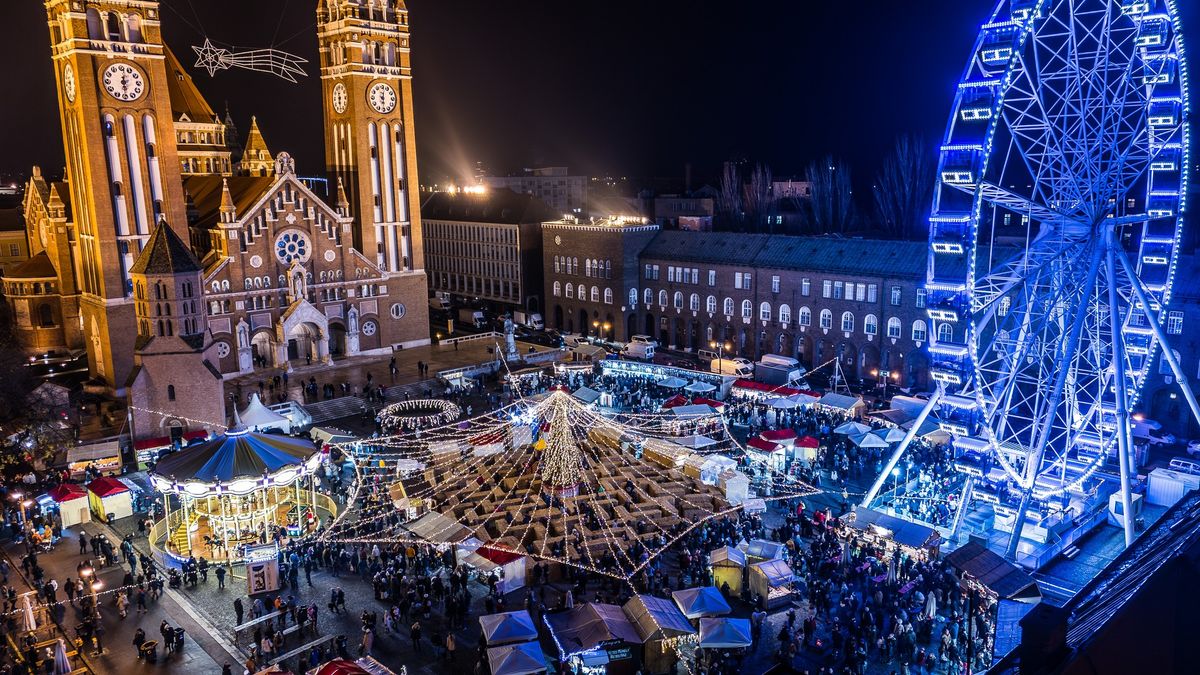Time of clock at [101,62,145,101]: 6:01
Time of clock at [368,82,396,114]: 6:01
